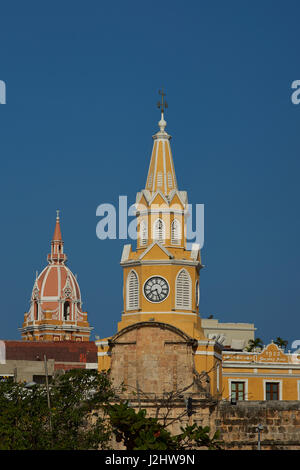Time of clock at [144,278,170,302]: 8:26
